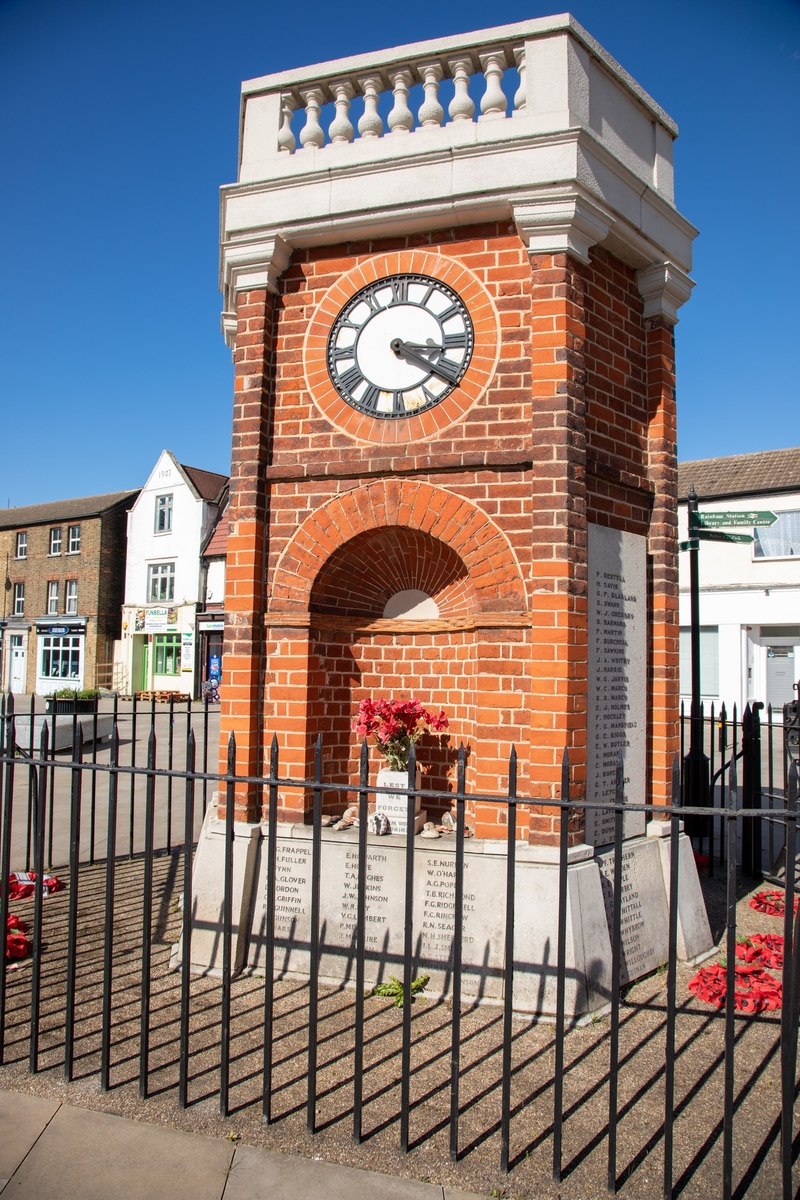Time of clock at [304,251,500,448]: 3:21
